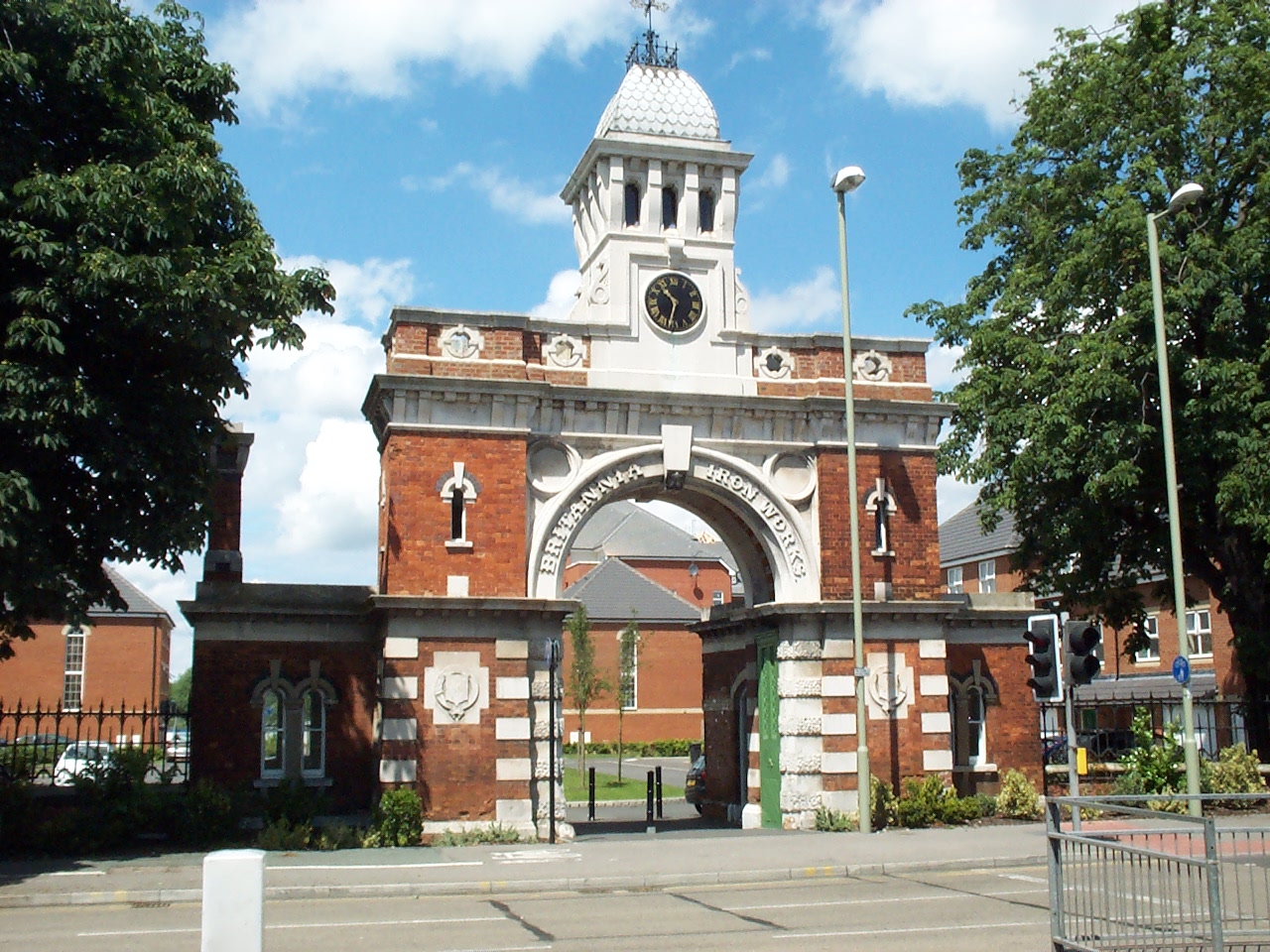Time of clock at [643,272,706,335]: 10:32
